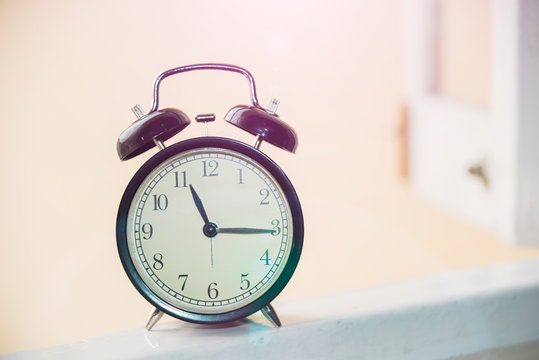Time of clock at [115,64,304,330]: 11:15
